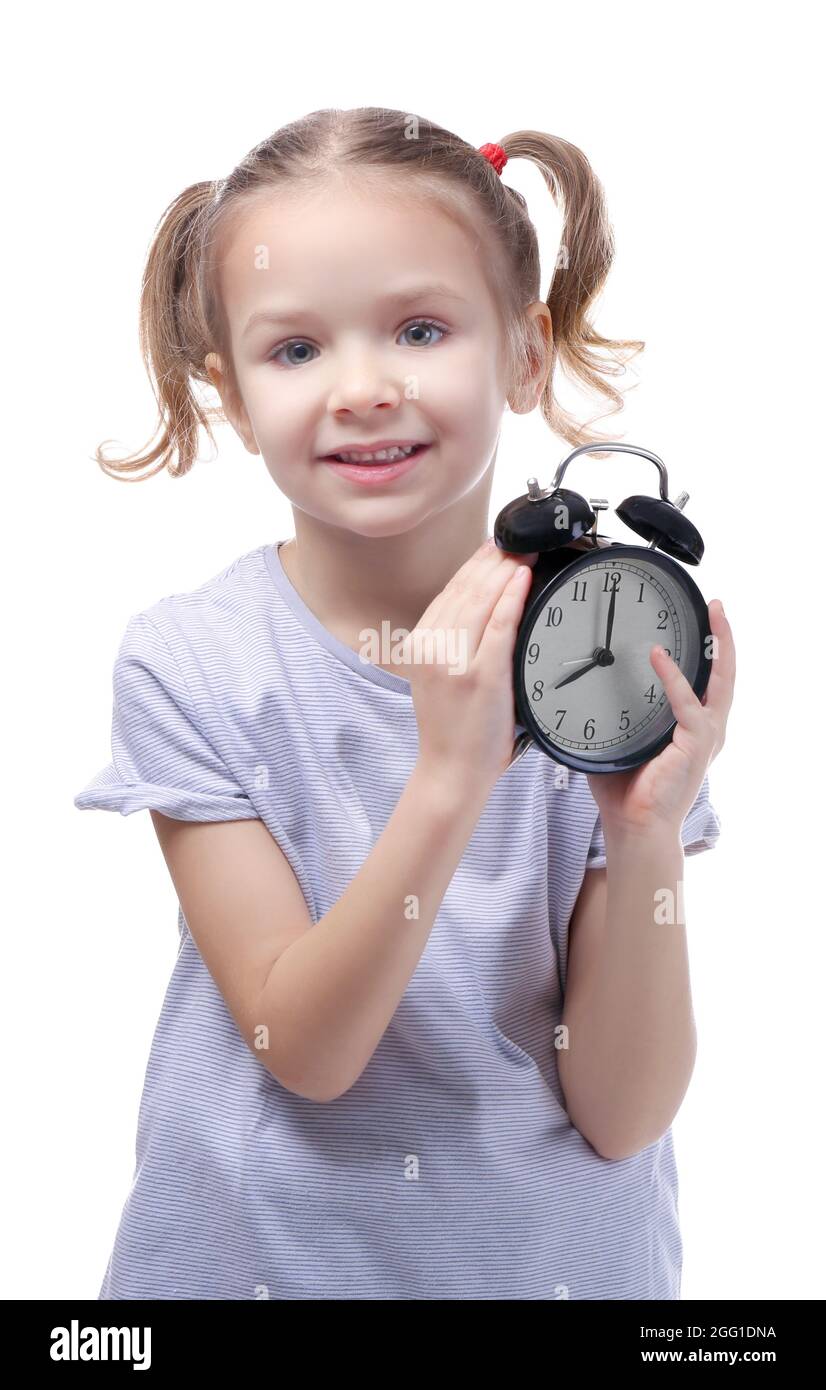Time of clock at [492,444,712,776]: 8:00
